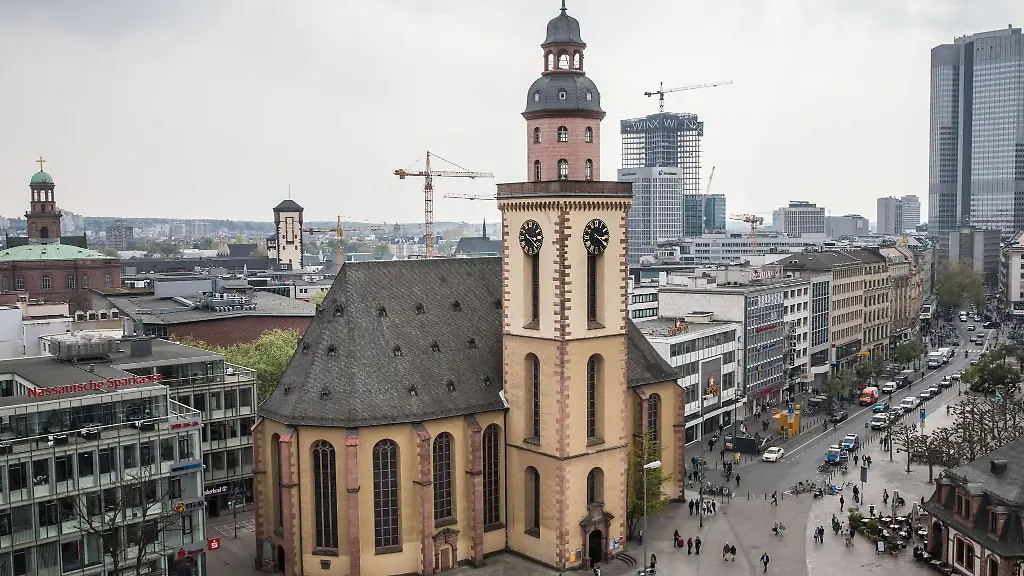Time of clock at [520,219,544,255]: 3:22
